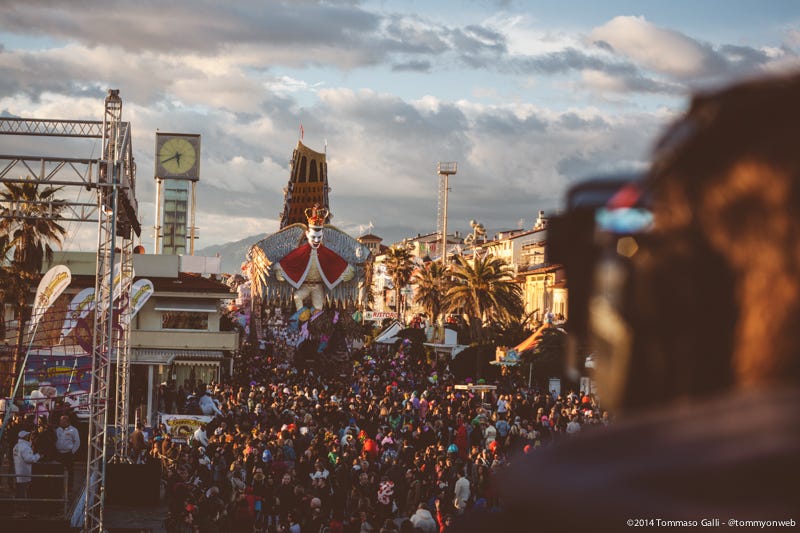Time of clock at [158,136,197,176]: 5:40
